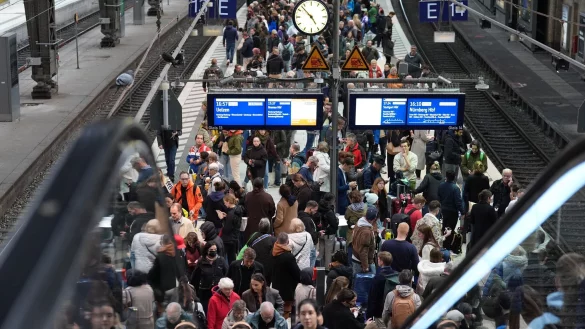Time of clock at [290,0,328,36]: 4:52
